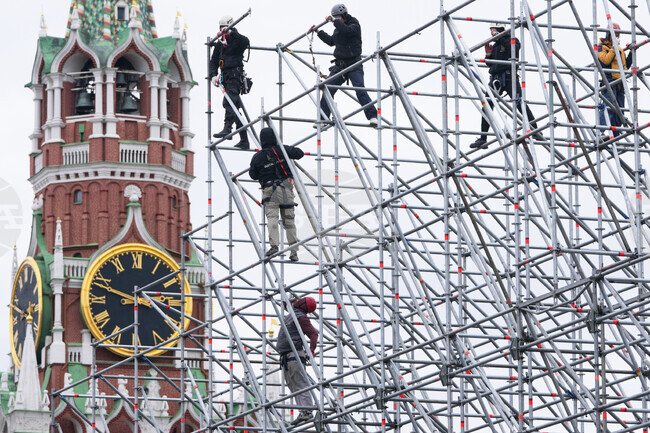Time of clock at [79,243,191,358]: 2:48
